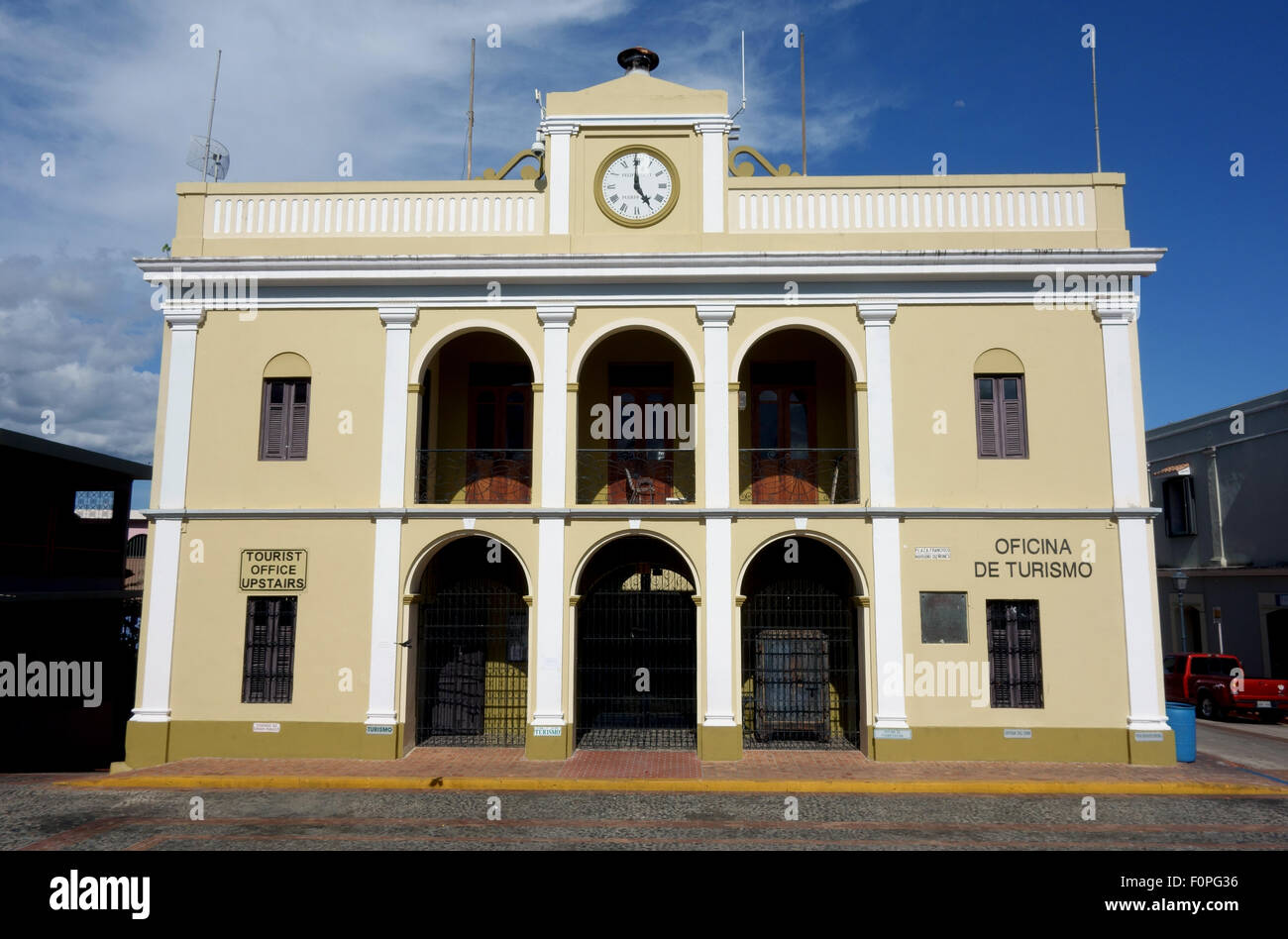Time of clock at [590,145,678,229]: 4:59
